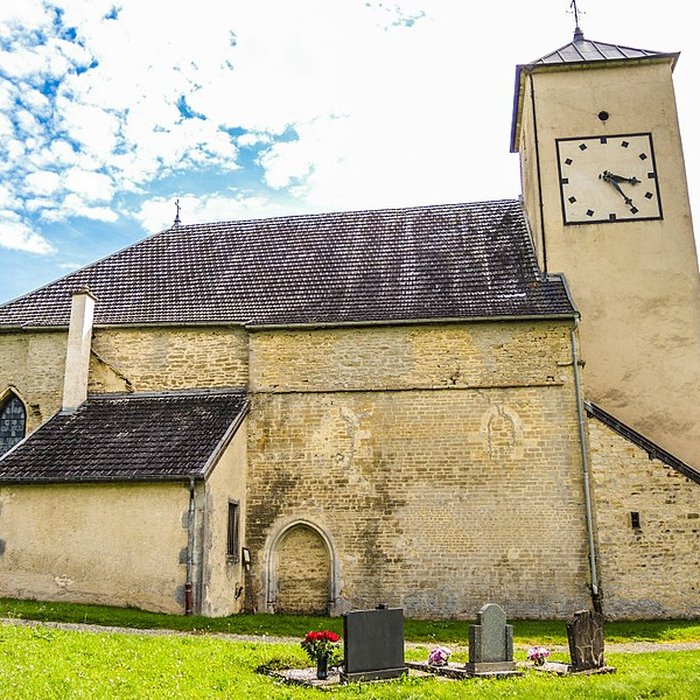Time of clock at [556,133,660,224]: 3:24
